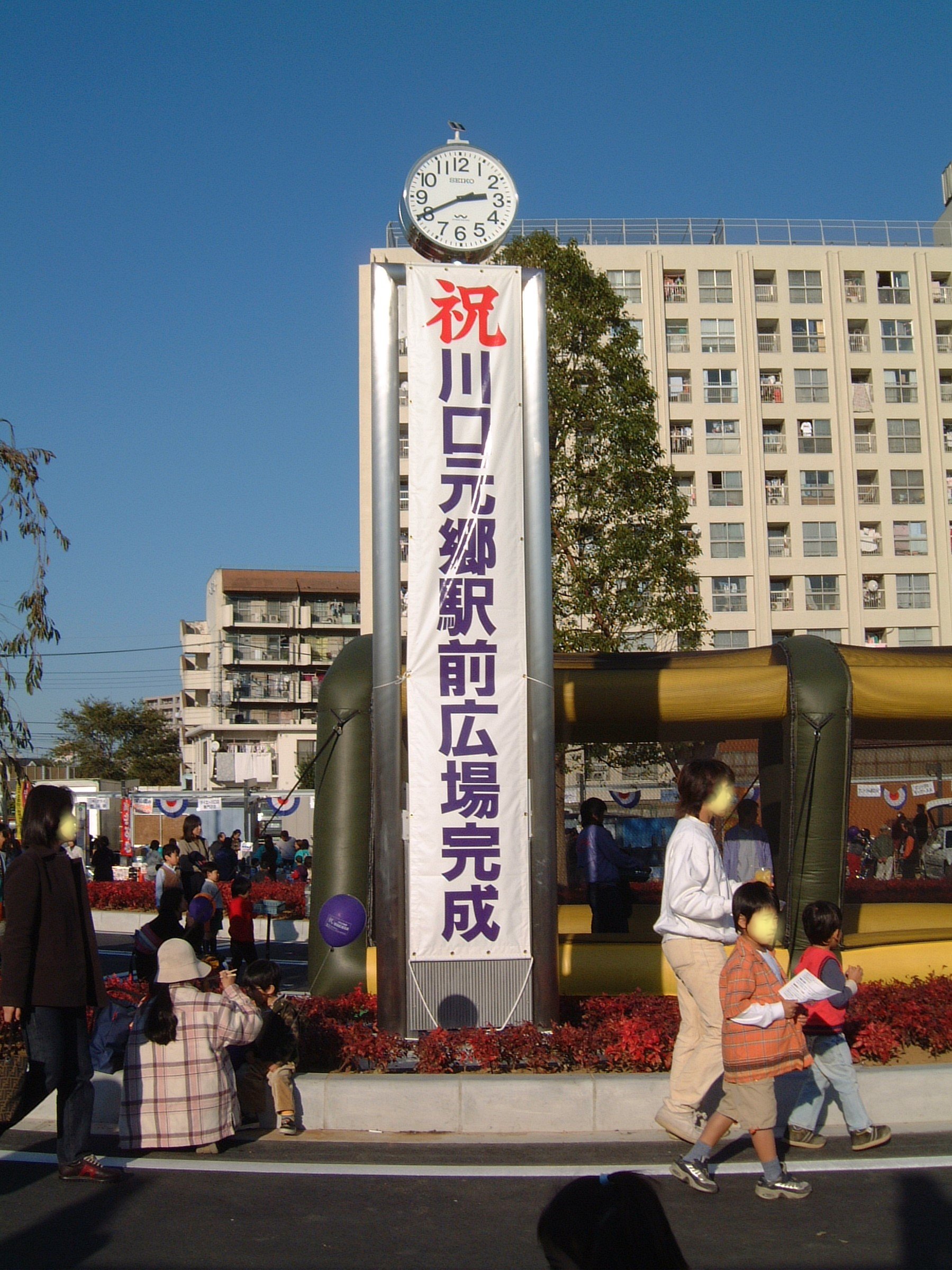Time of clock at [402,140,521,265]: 2:40
